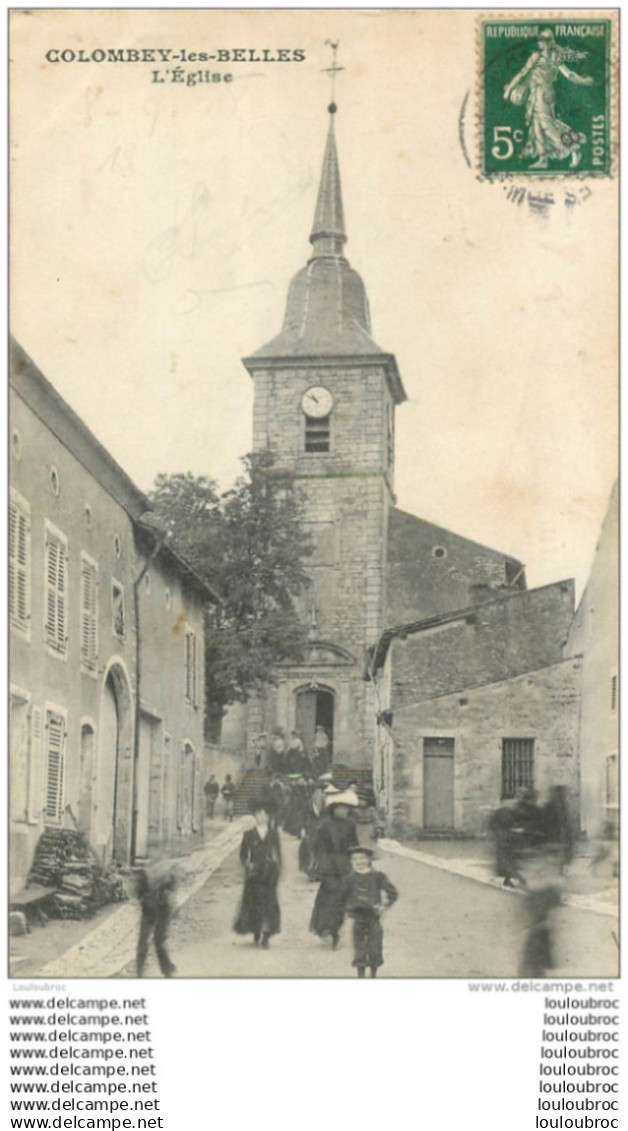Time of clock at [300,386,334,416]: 10:51
